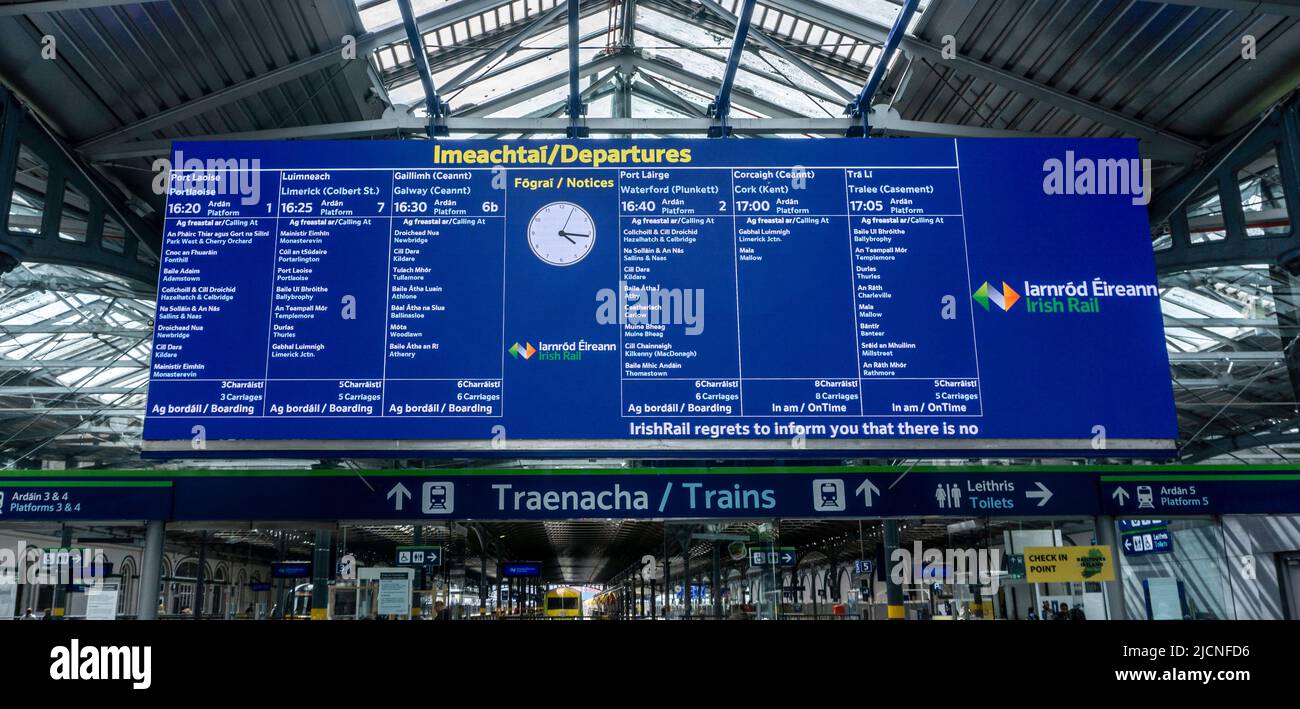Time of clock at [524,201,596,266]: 4:16
